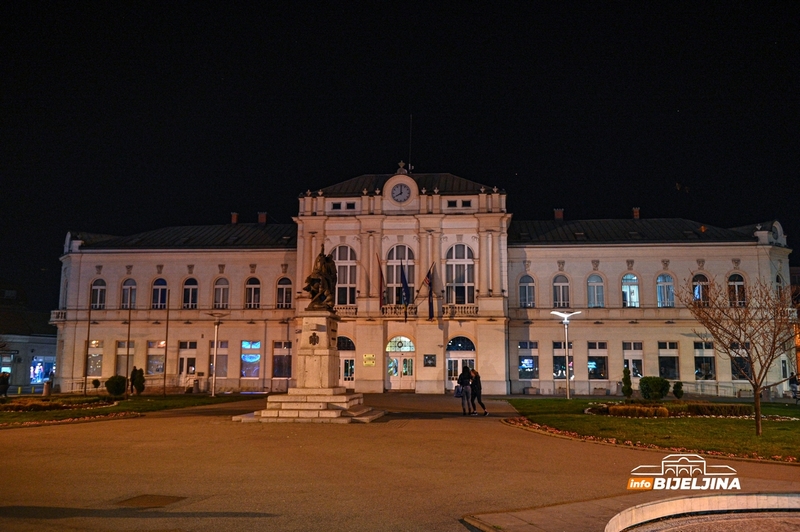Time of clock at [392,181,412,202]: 7:59
